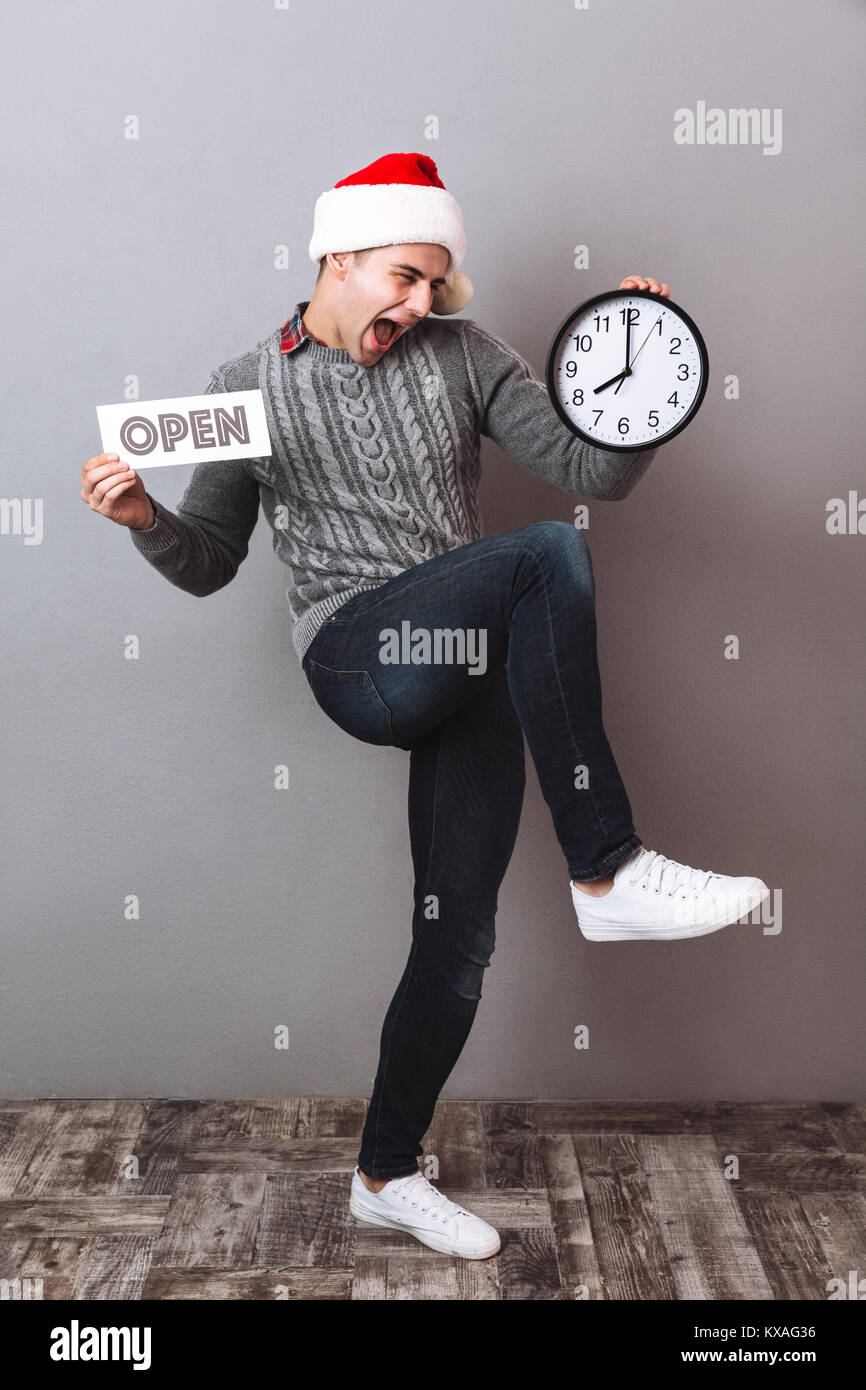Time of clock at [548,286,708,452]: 7:59
